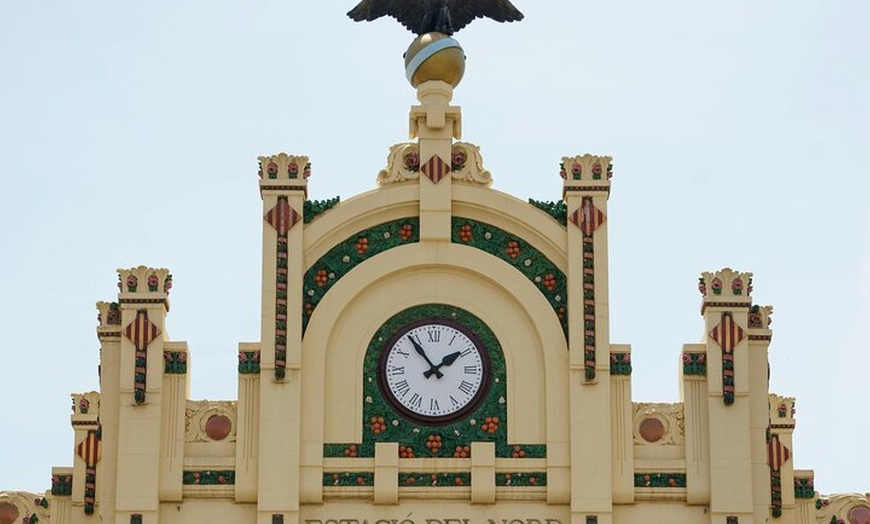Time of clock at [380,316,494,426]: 1:54
